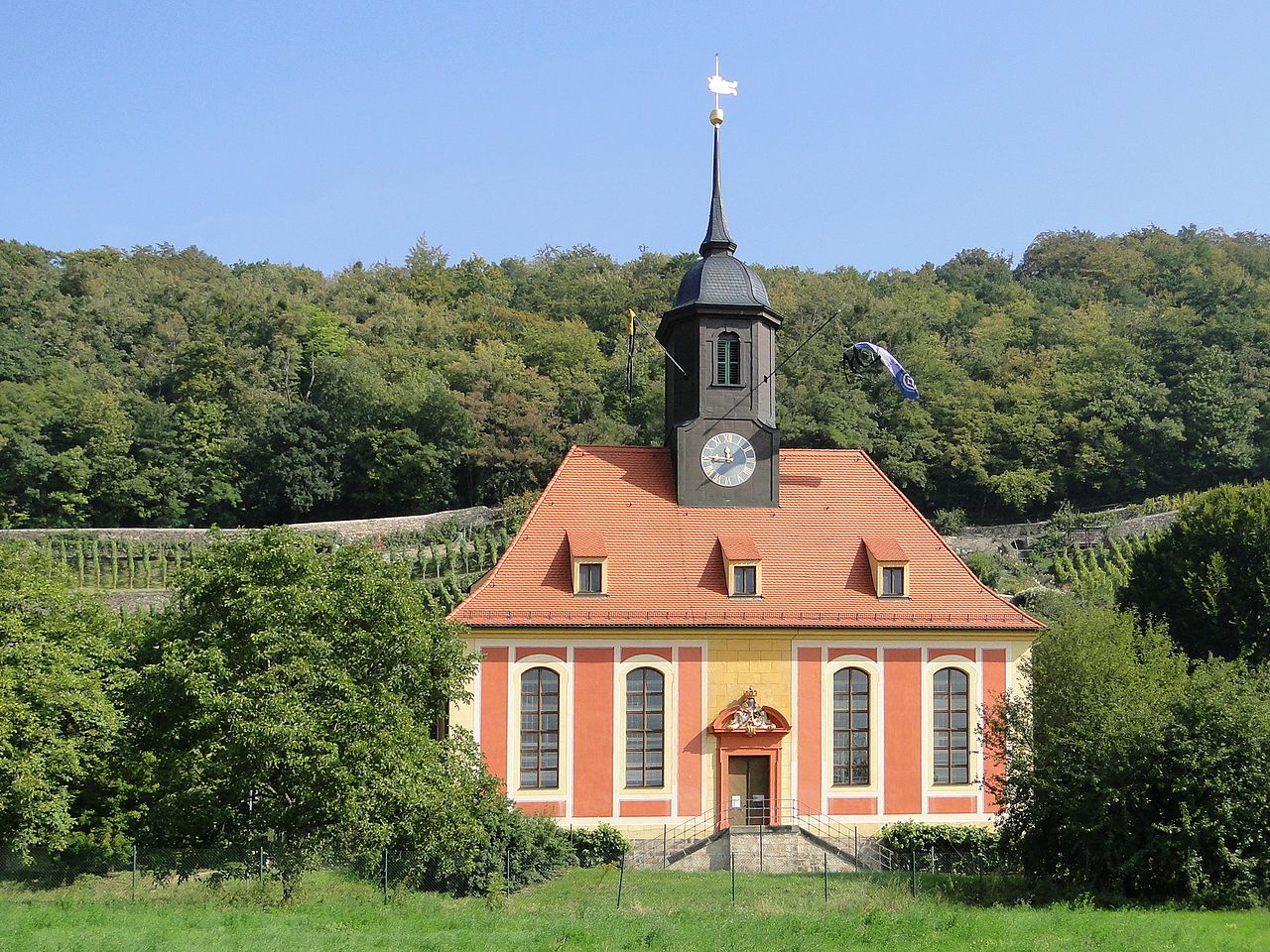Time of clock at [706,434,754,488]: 11:45
